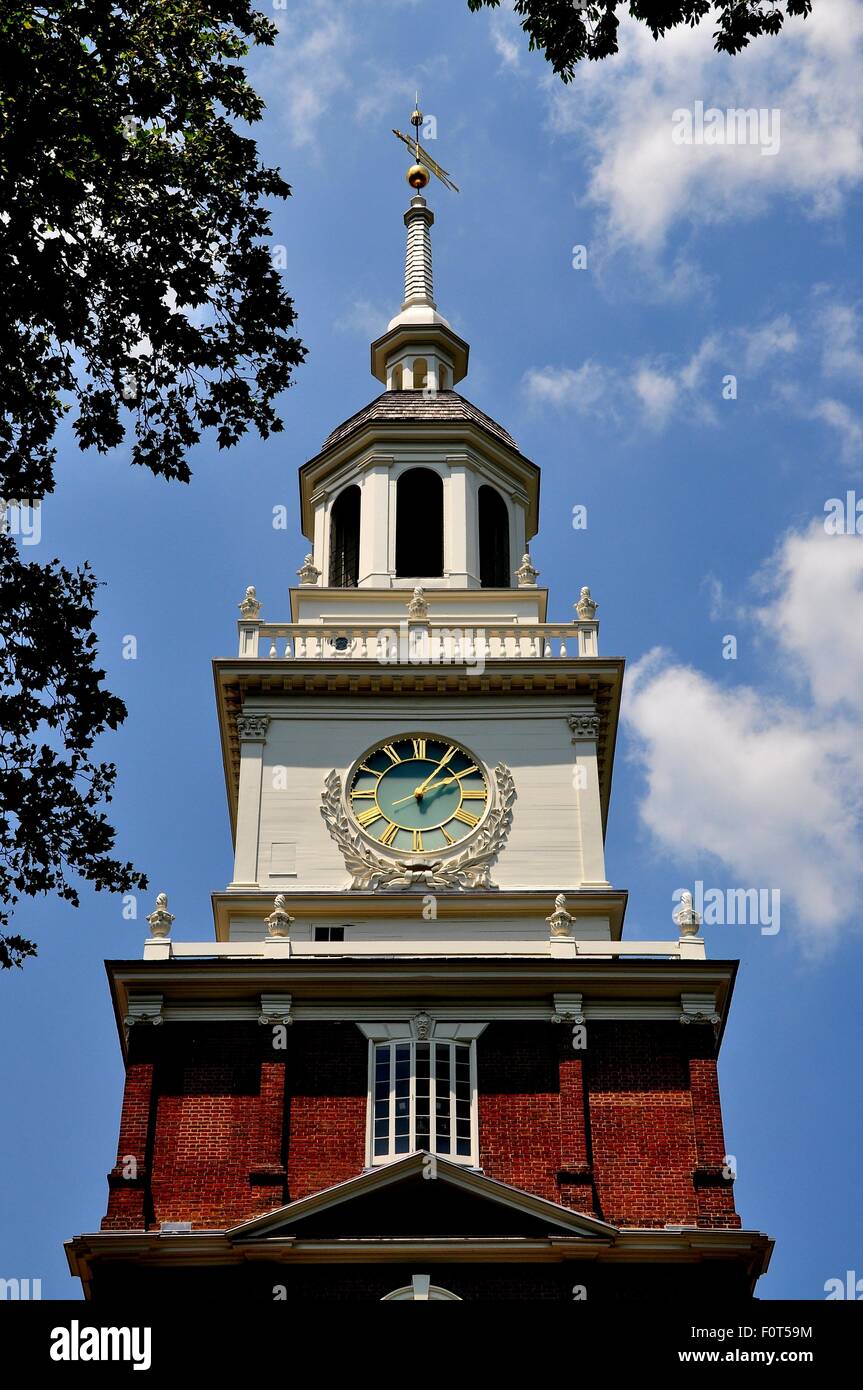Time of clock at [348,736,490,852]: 2:05
